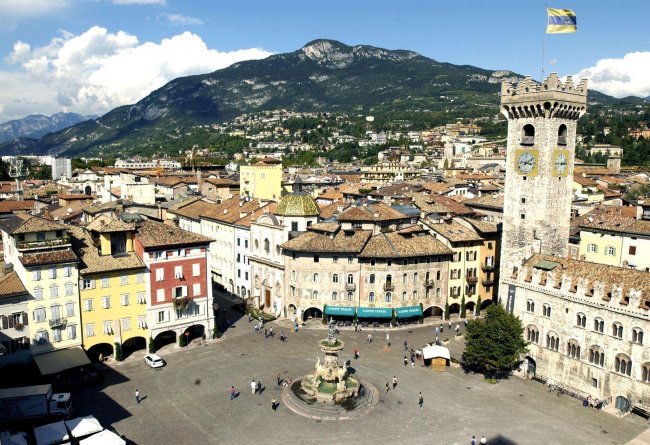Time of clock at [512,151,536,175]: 3:09
